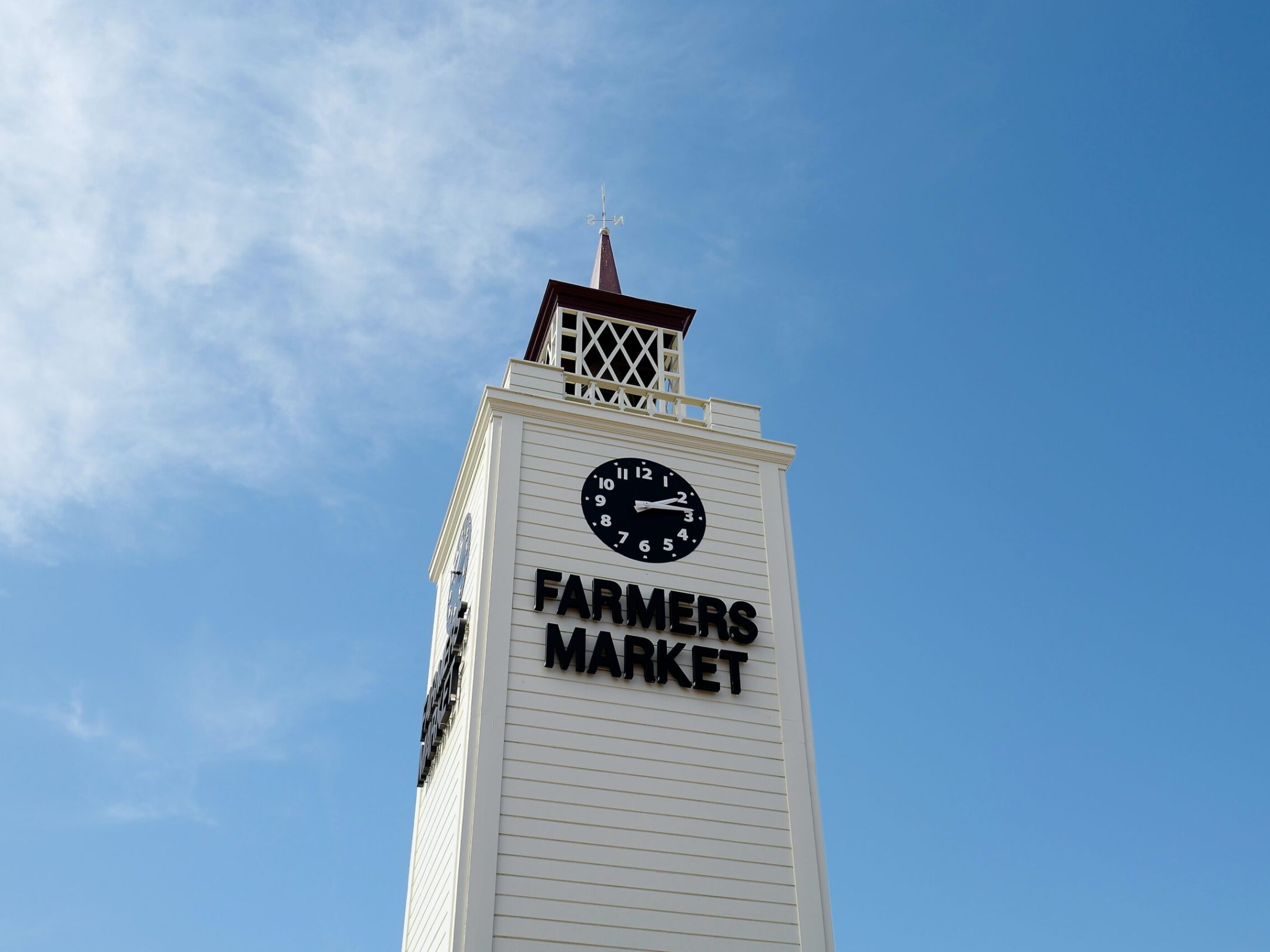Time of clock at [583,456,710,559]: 2:13
